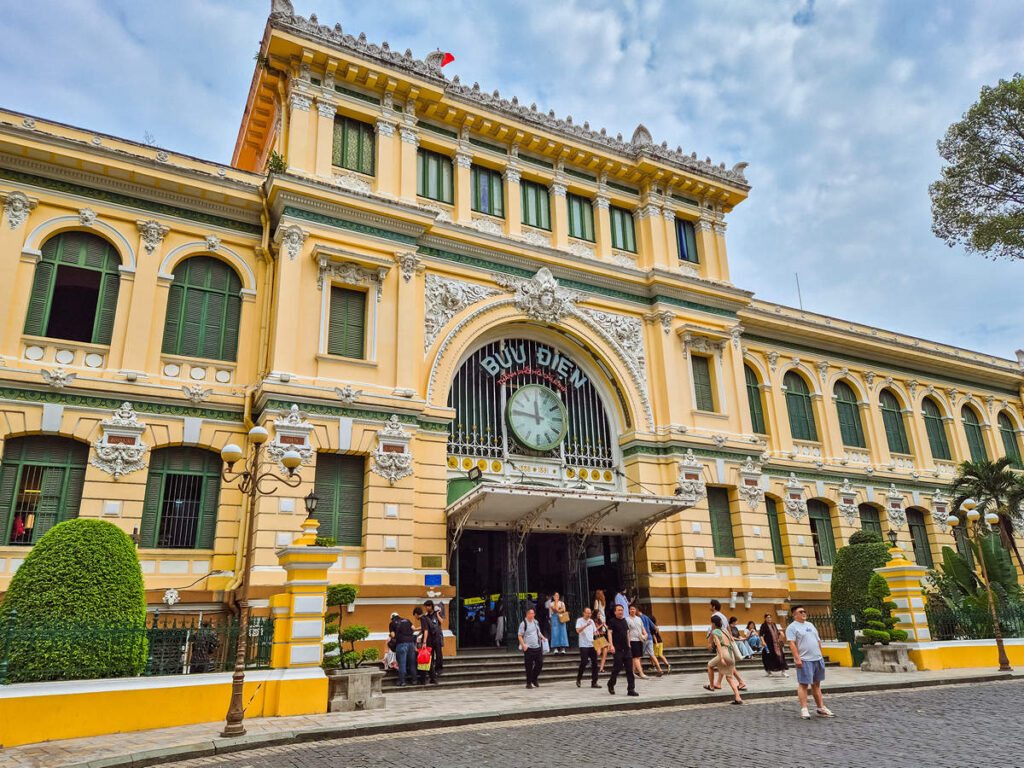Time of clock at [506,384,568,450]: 11:46
